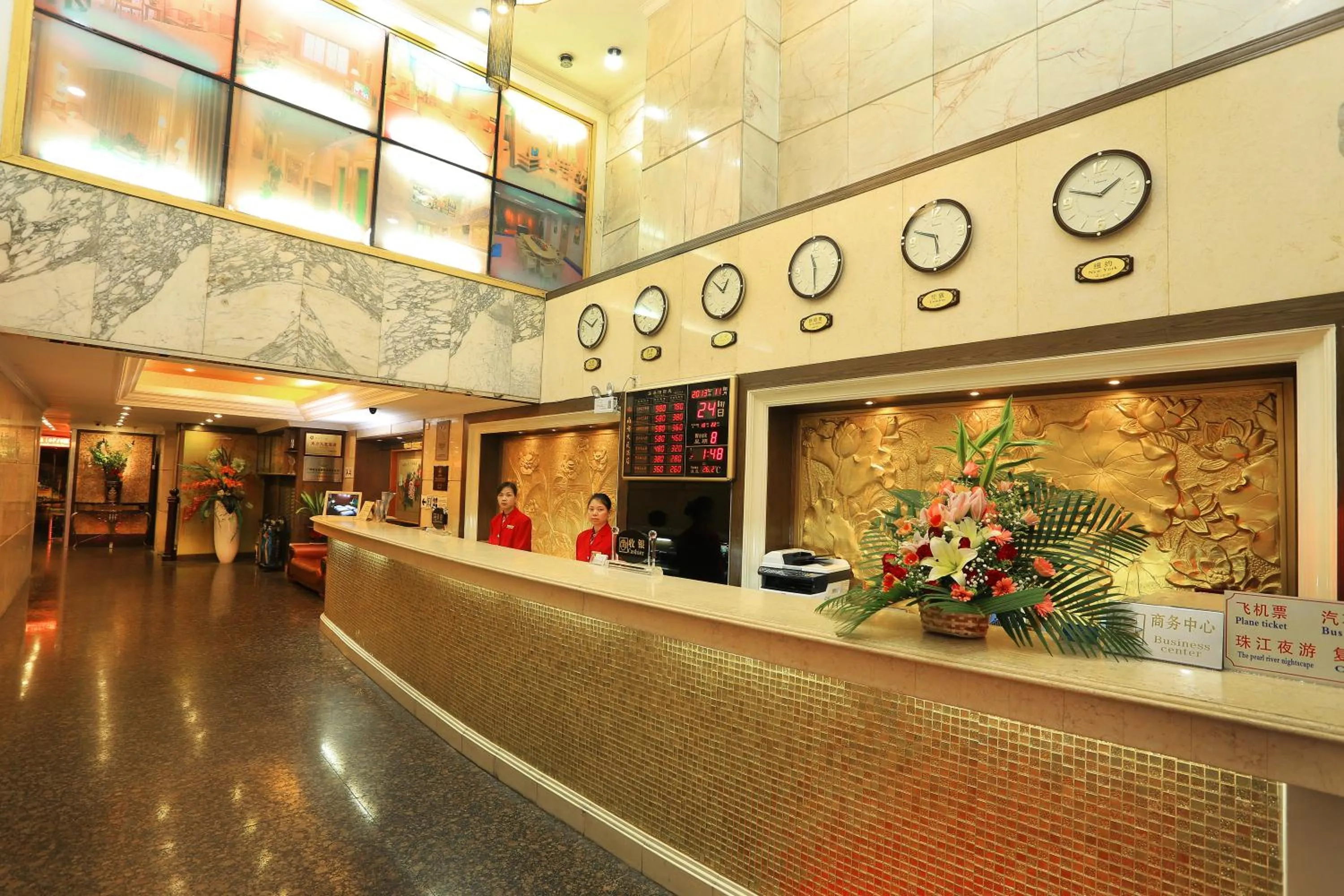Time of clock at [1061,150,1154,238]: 1:48
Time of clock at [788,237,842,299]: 11:29
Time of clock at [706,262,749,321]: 12:52
